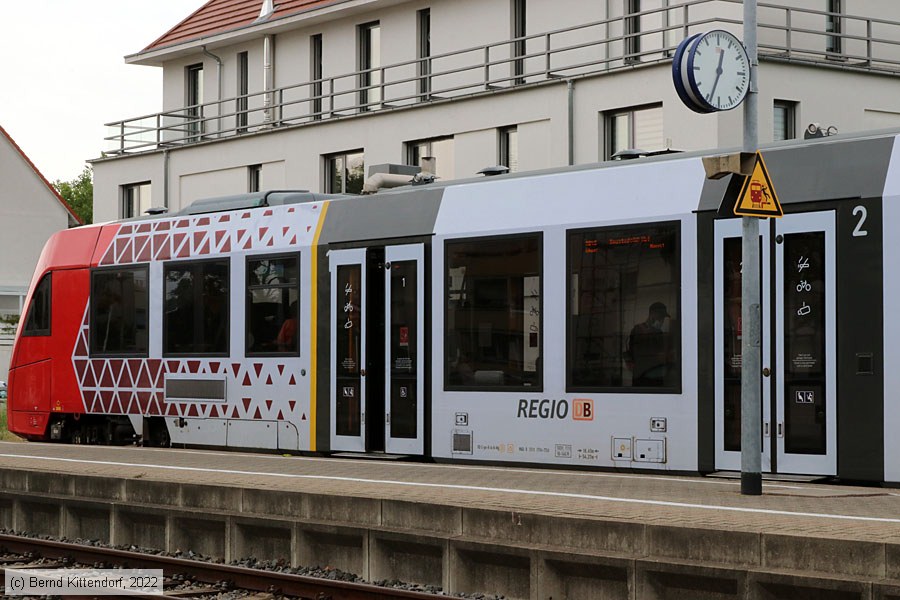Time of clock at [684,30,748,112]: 12:33
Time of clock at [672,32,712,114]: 12:33
